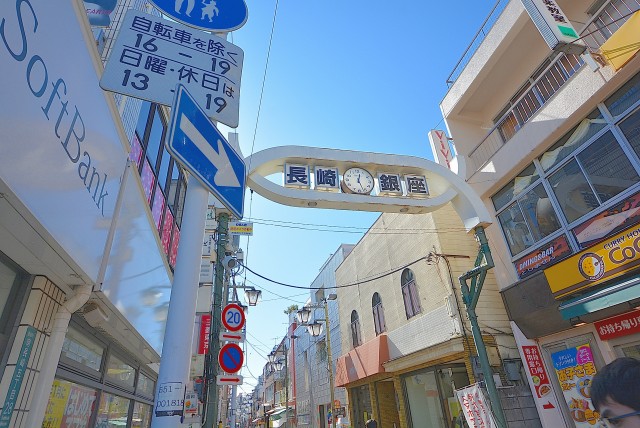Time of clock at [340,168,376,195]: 12:26
